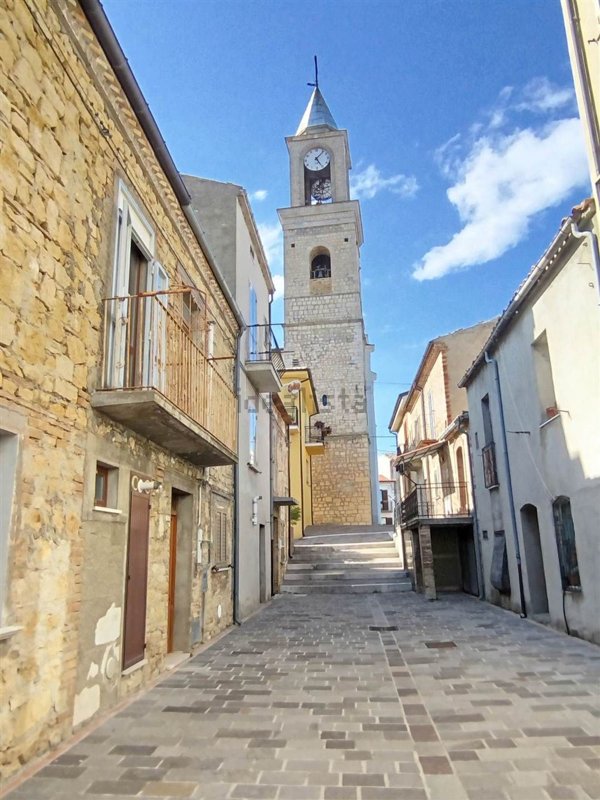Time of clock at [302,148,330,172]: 5:06
